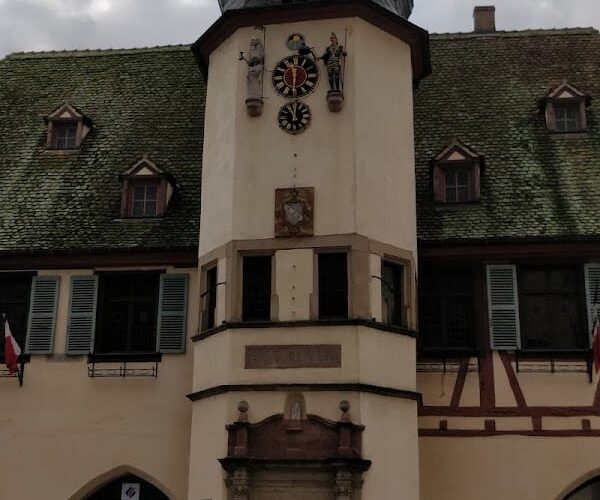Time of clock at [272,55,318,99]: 11:30
